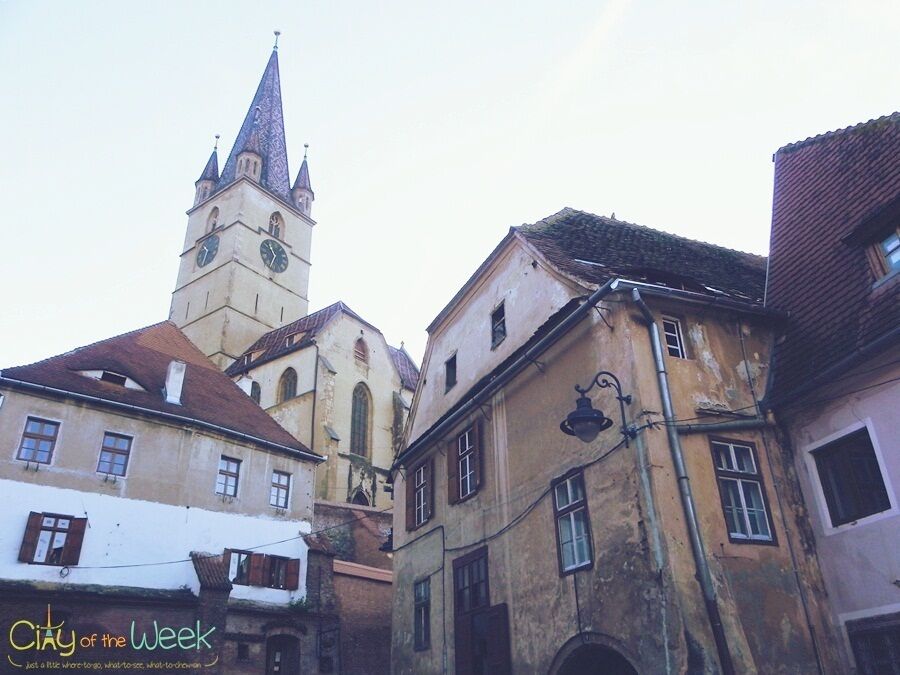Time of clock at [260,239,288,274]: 10:34
